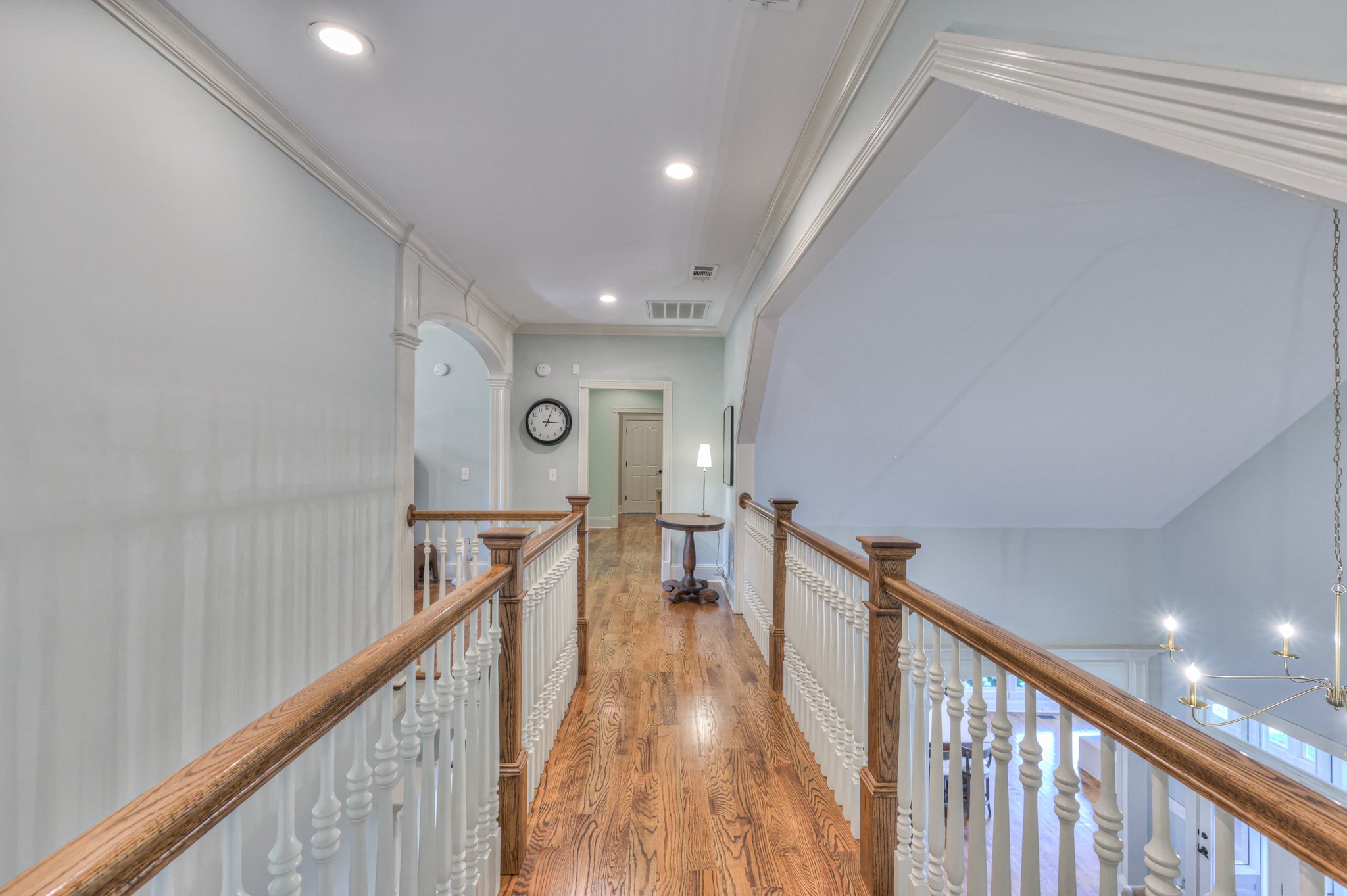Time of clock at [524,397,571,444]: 3:03
